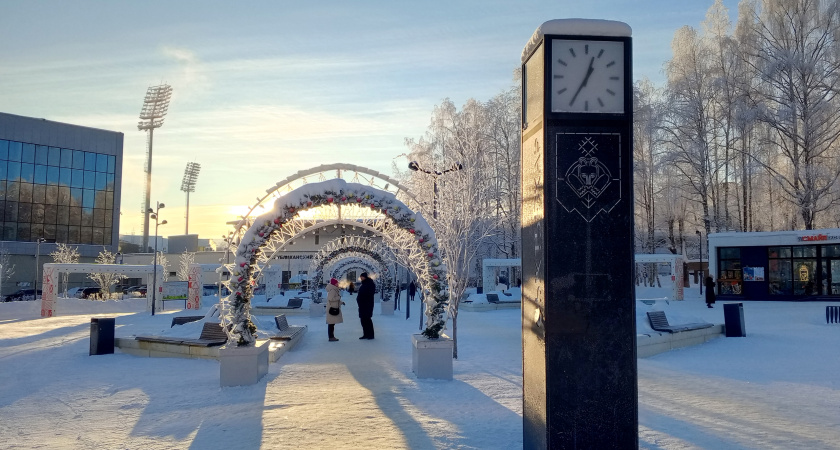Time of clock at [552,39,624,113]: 12:35
